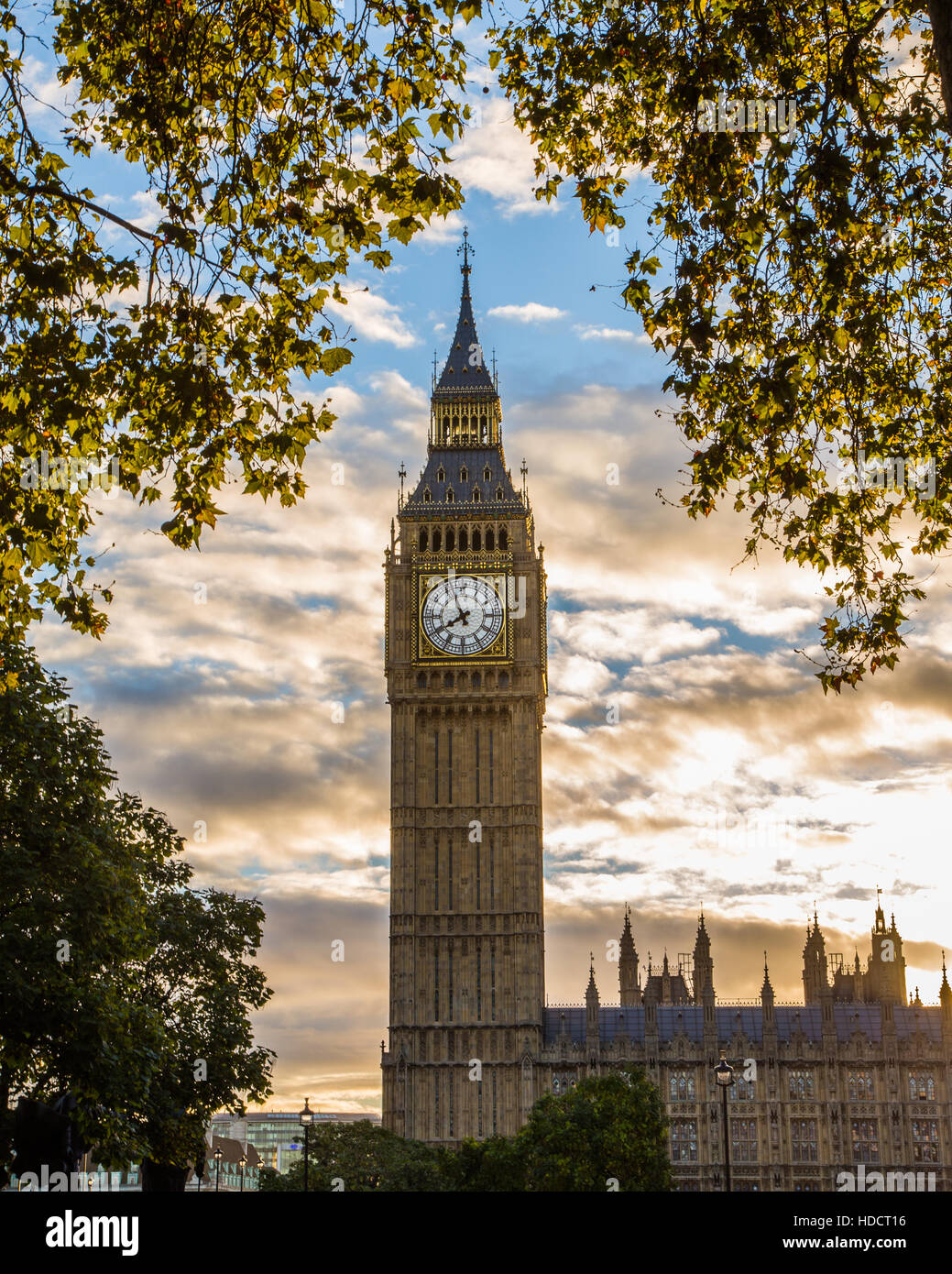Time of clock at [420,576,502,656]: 7:55
